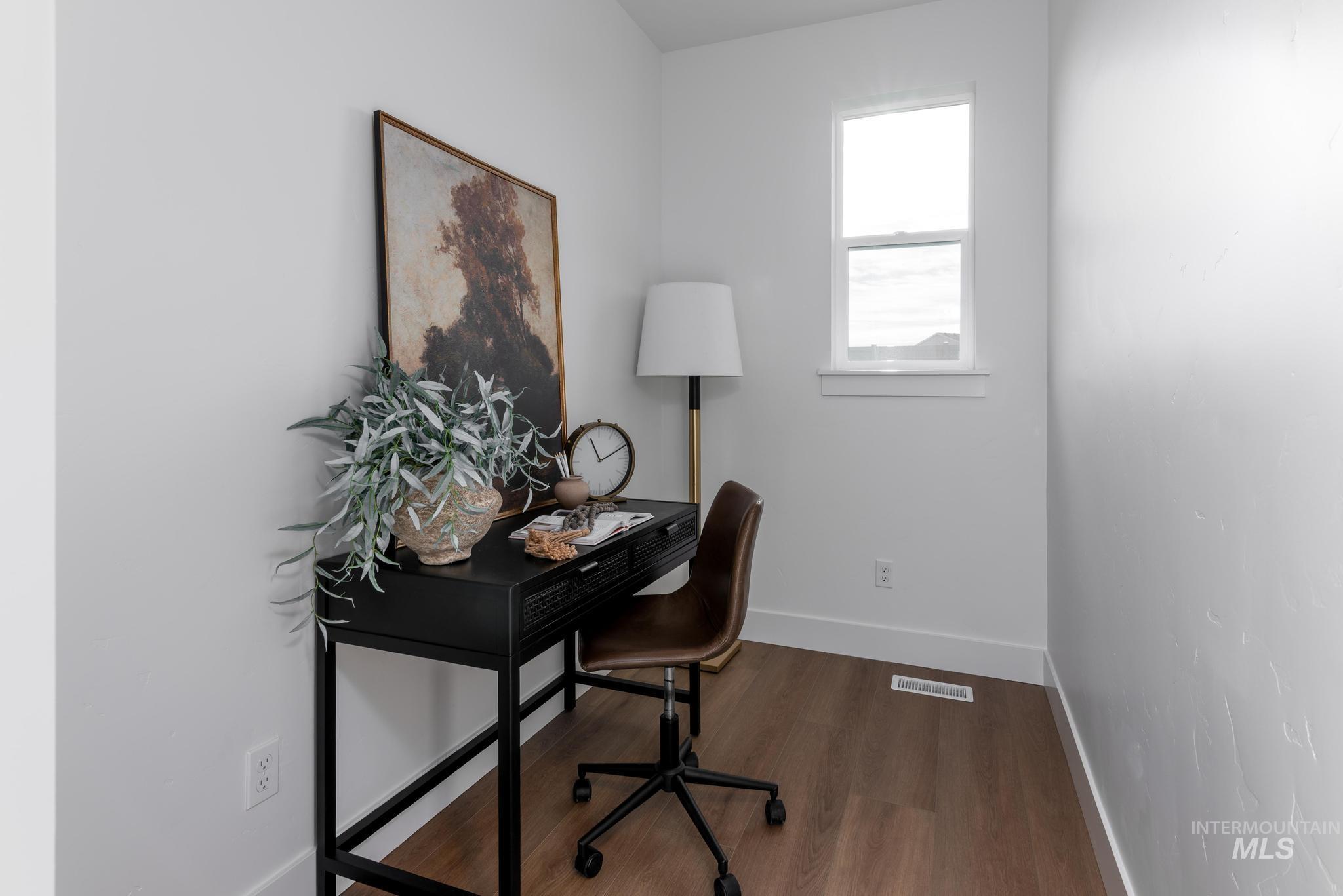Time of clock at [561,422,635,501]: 11:10
